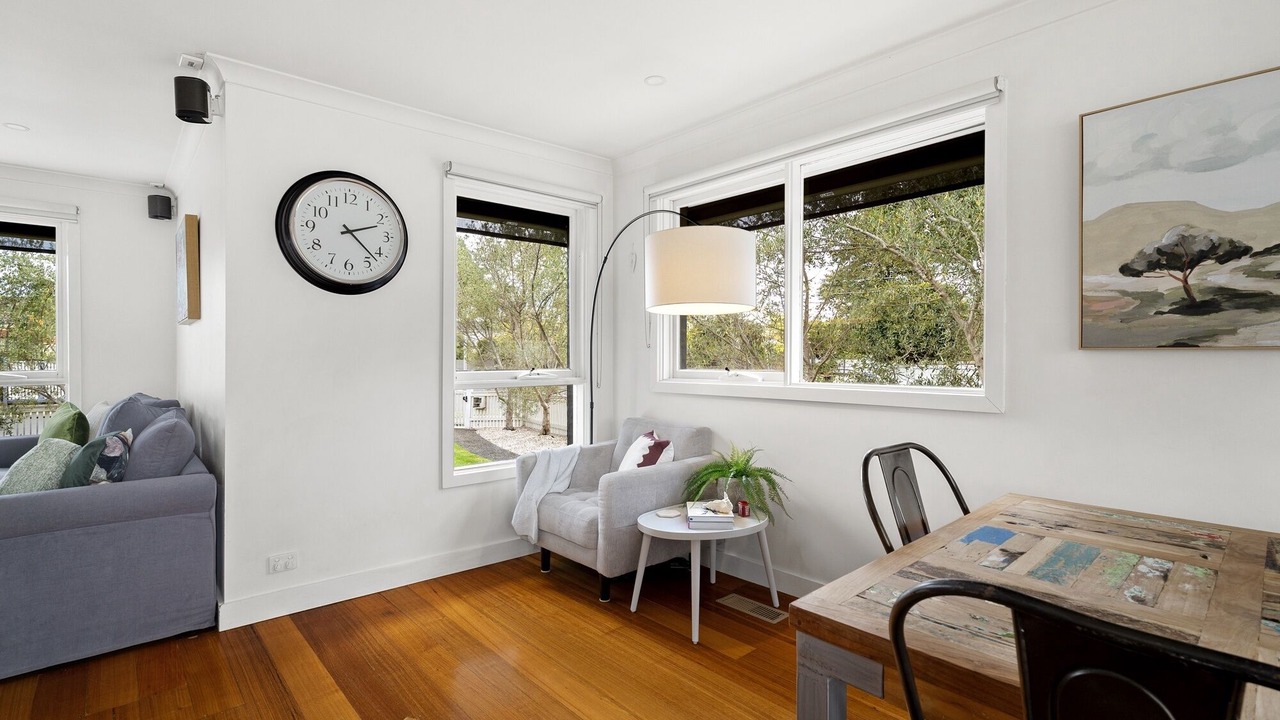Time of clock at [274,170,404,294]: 2:22
